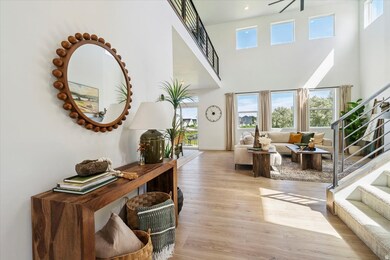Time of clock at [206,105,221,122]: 8:54
